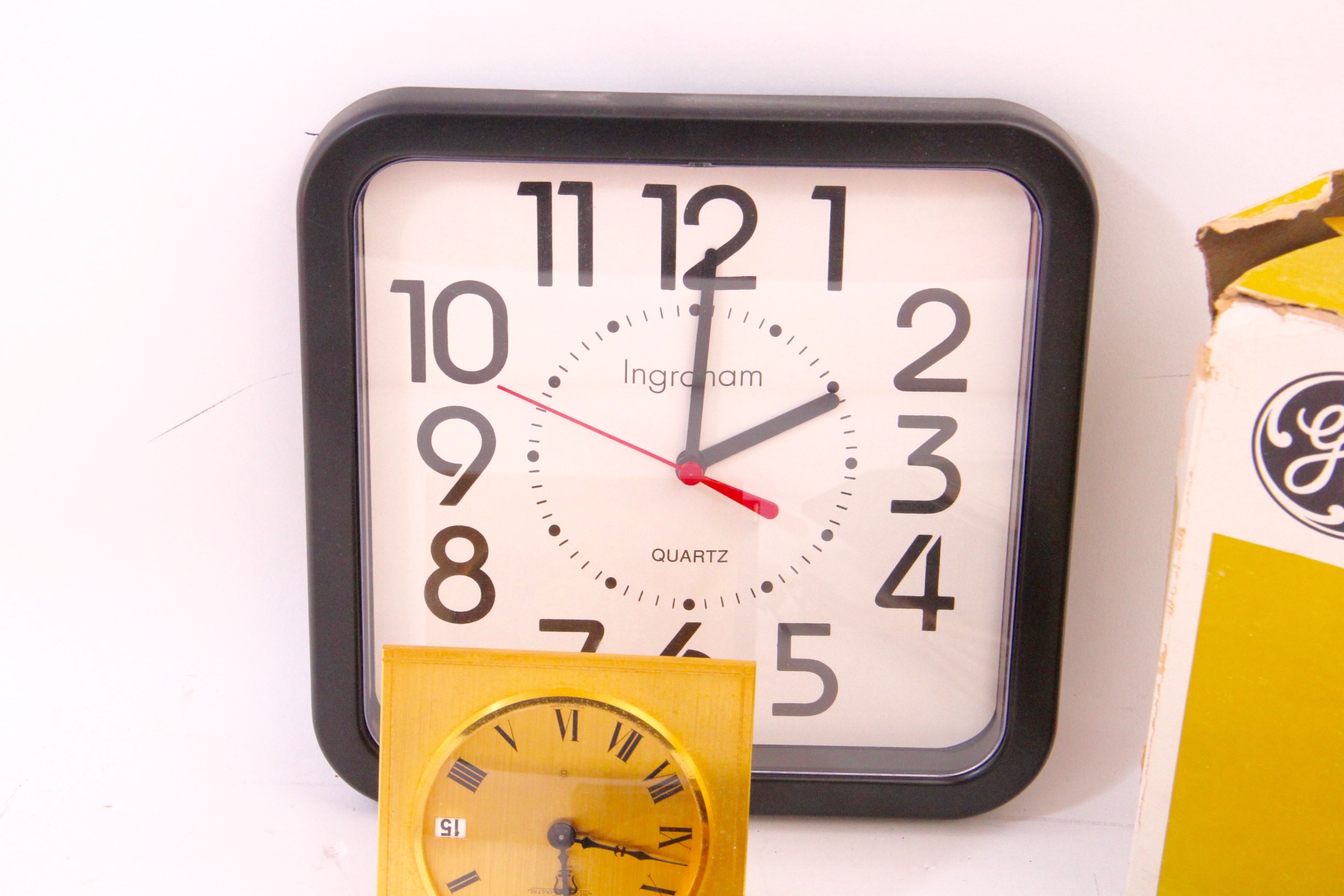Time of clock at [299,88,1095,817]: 2:00
